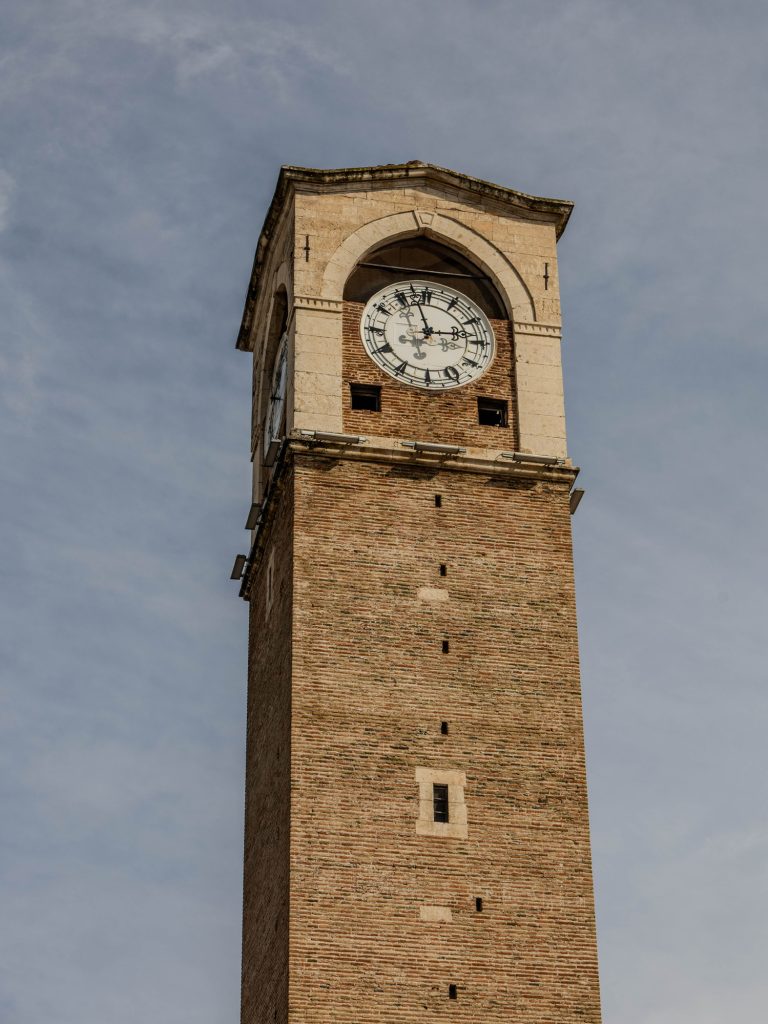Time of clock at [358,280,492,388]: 2:57
